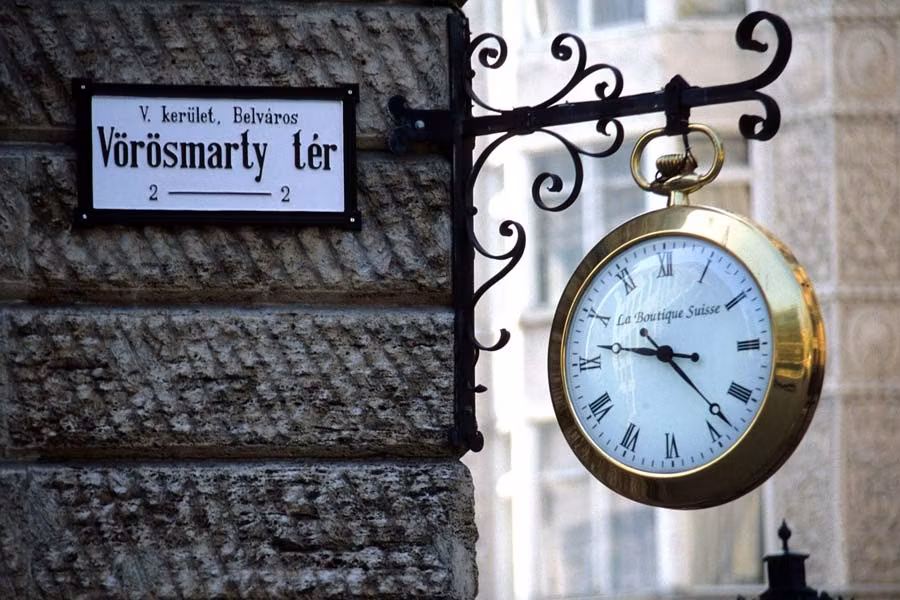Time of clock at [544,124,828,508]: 9:22
